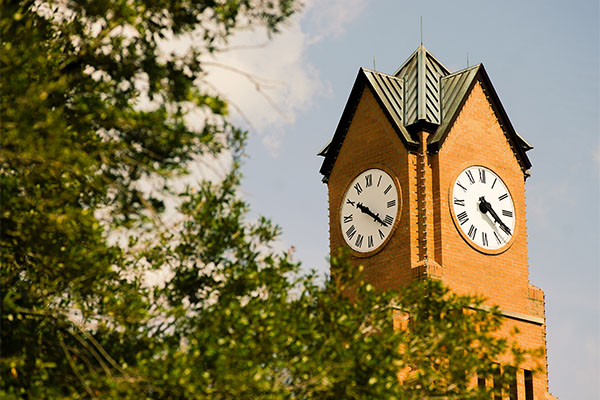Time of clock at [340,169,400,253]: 10:21
